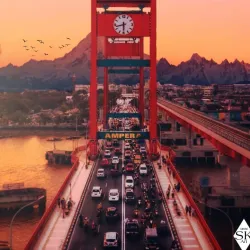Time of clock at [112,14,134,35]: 8:30
